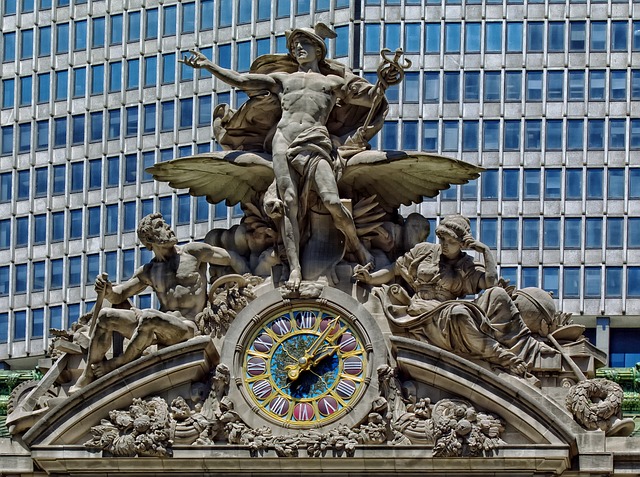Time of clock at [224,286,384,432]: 2:06
